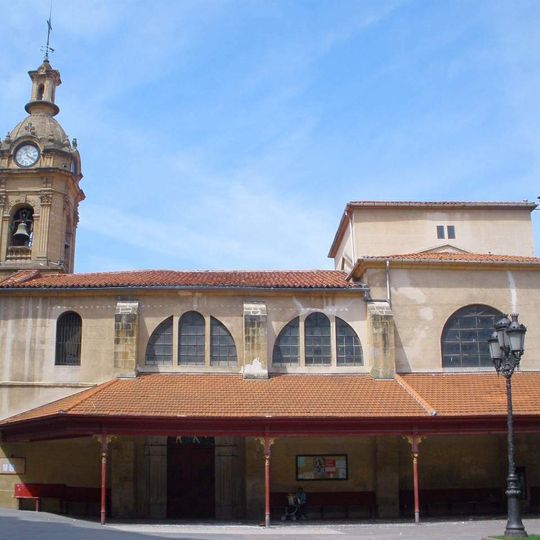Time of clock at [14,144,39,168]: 3:57
